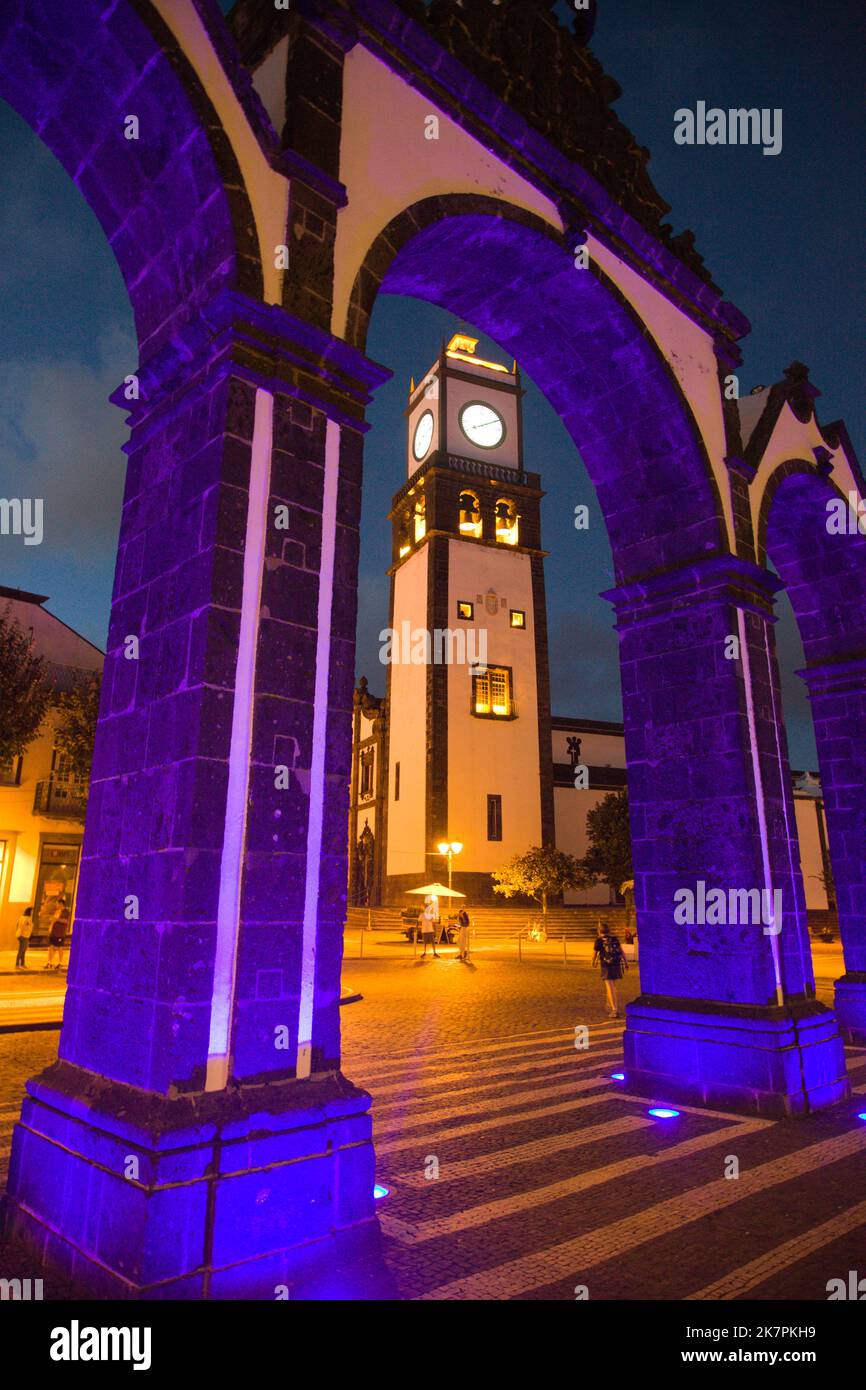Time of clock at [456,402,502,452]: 8:10
